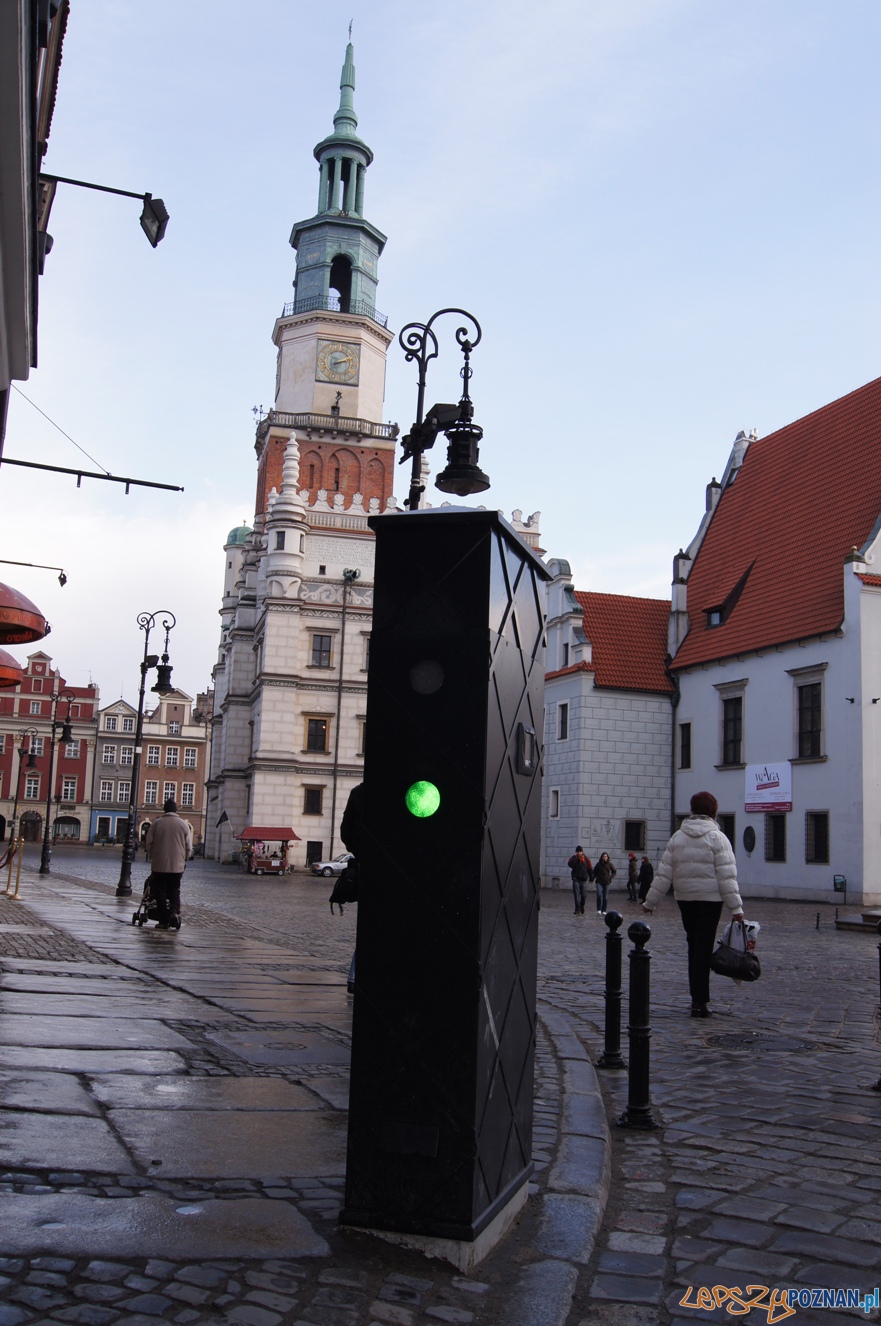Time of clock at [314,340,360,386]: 8:11
